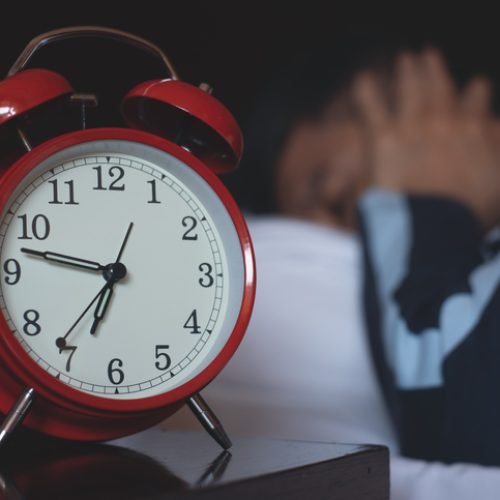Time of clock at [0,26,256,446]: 6:47
